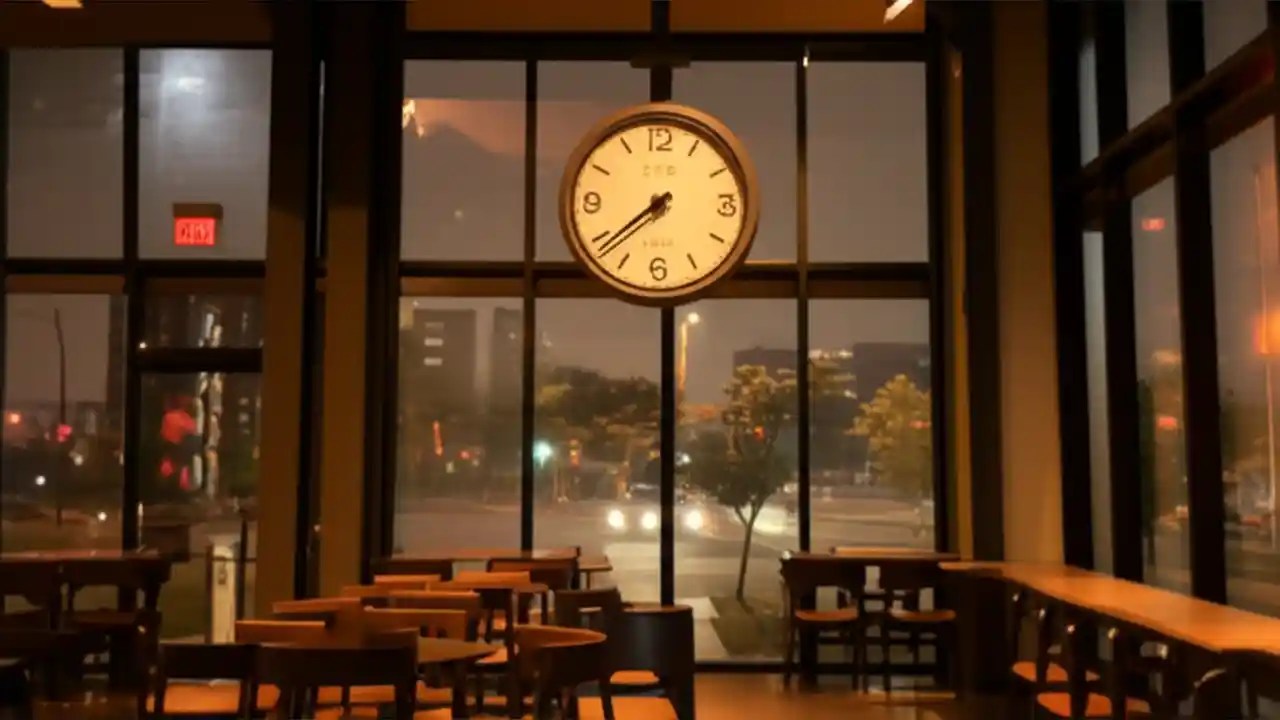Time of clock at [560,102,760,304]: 7:38
